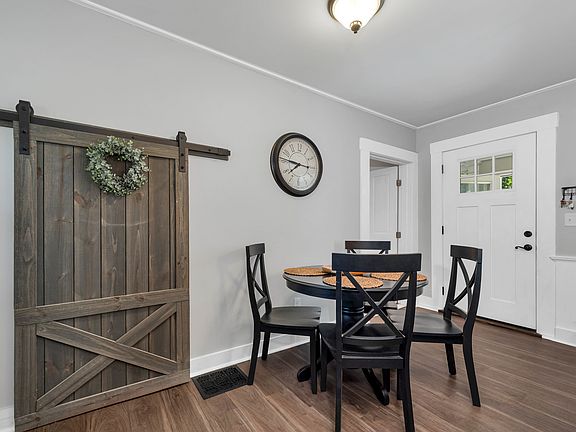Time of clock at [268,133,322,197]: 7:46
